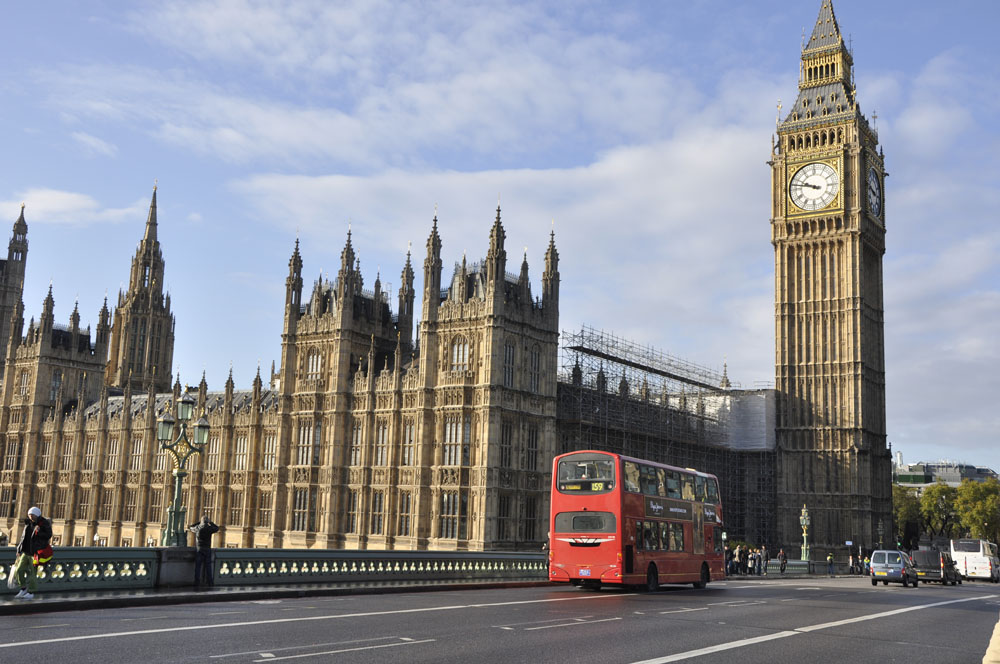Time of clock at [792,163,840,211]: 9:47
